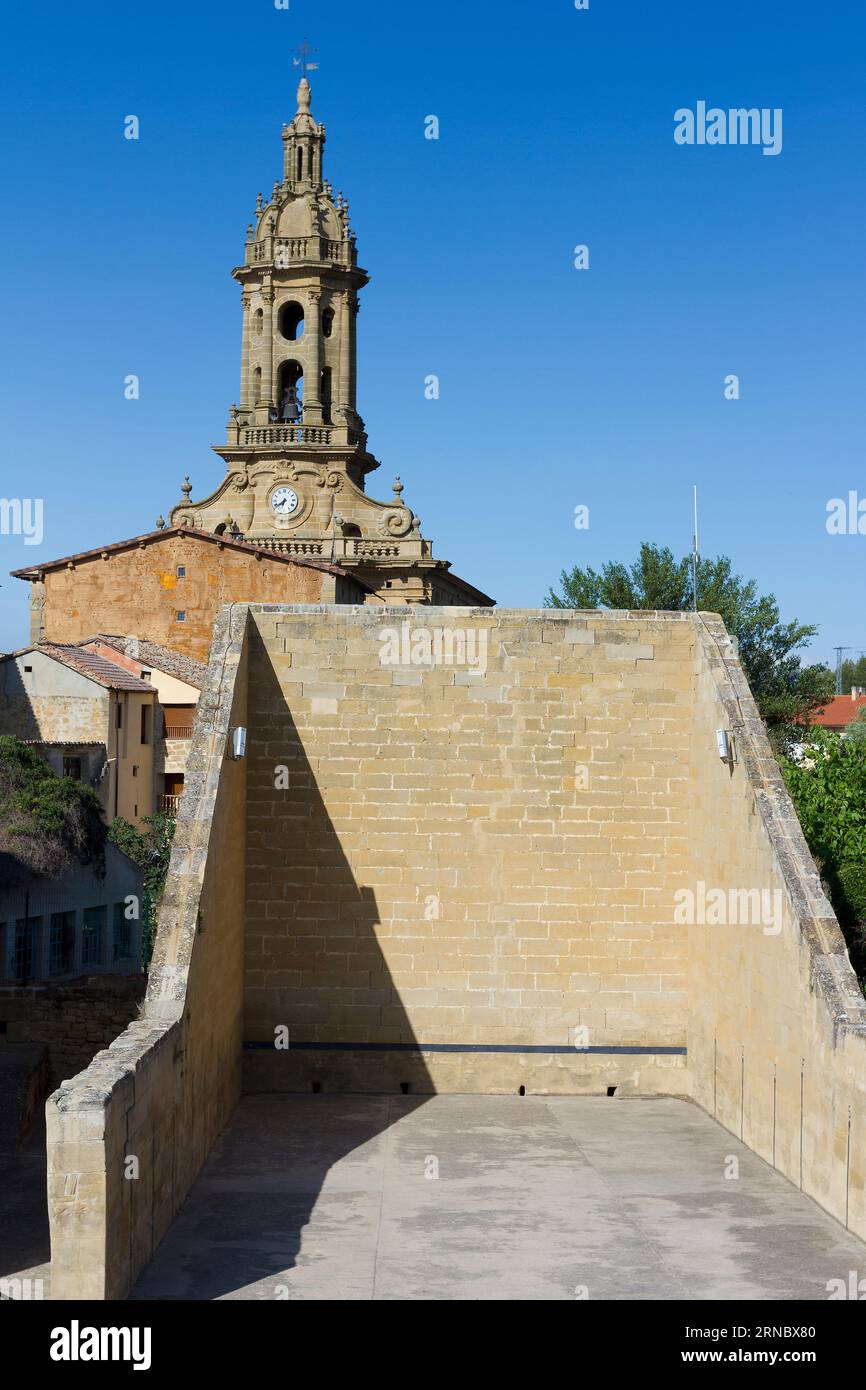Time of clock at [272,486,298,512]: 6:38
